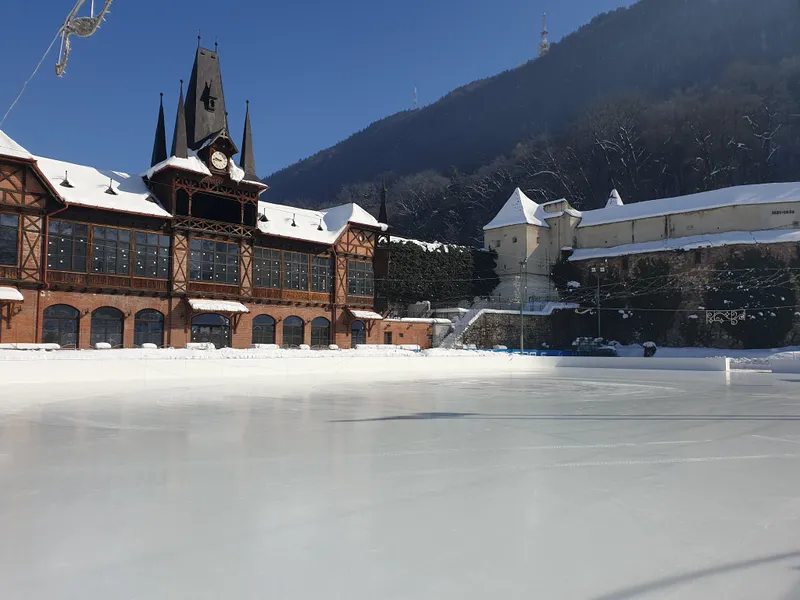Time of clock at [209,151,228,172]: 9:44
